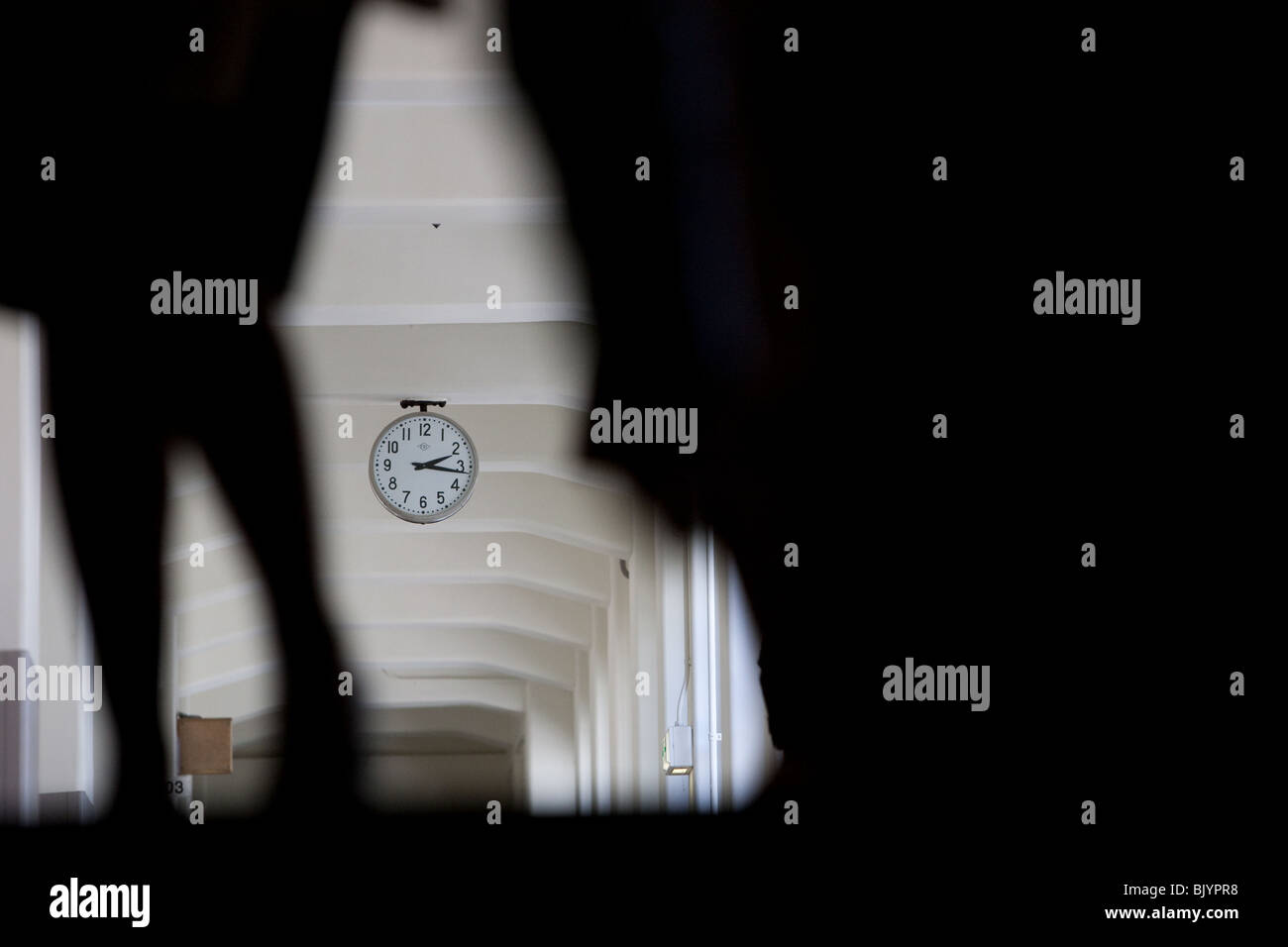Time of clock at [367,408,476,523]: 2:16
